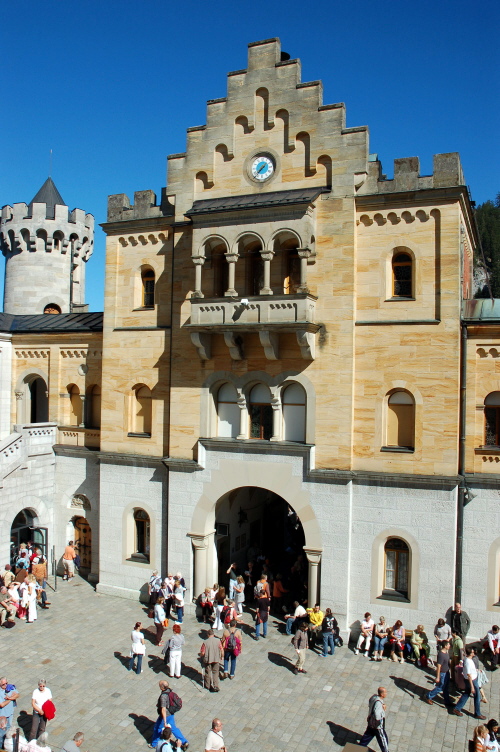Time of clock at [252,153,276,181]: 1:37
